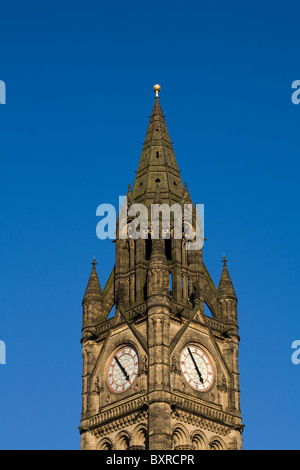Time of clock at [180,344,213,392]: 4:54
